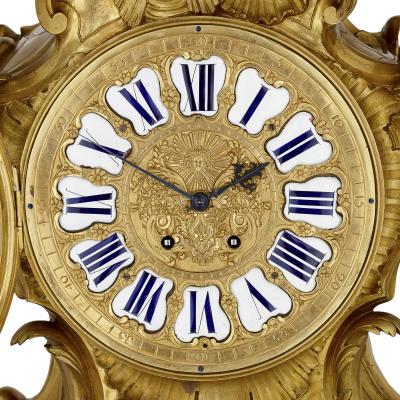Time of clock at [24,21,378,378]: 1:50
